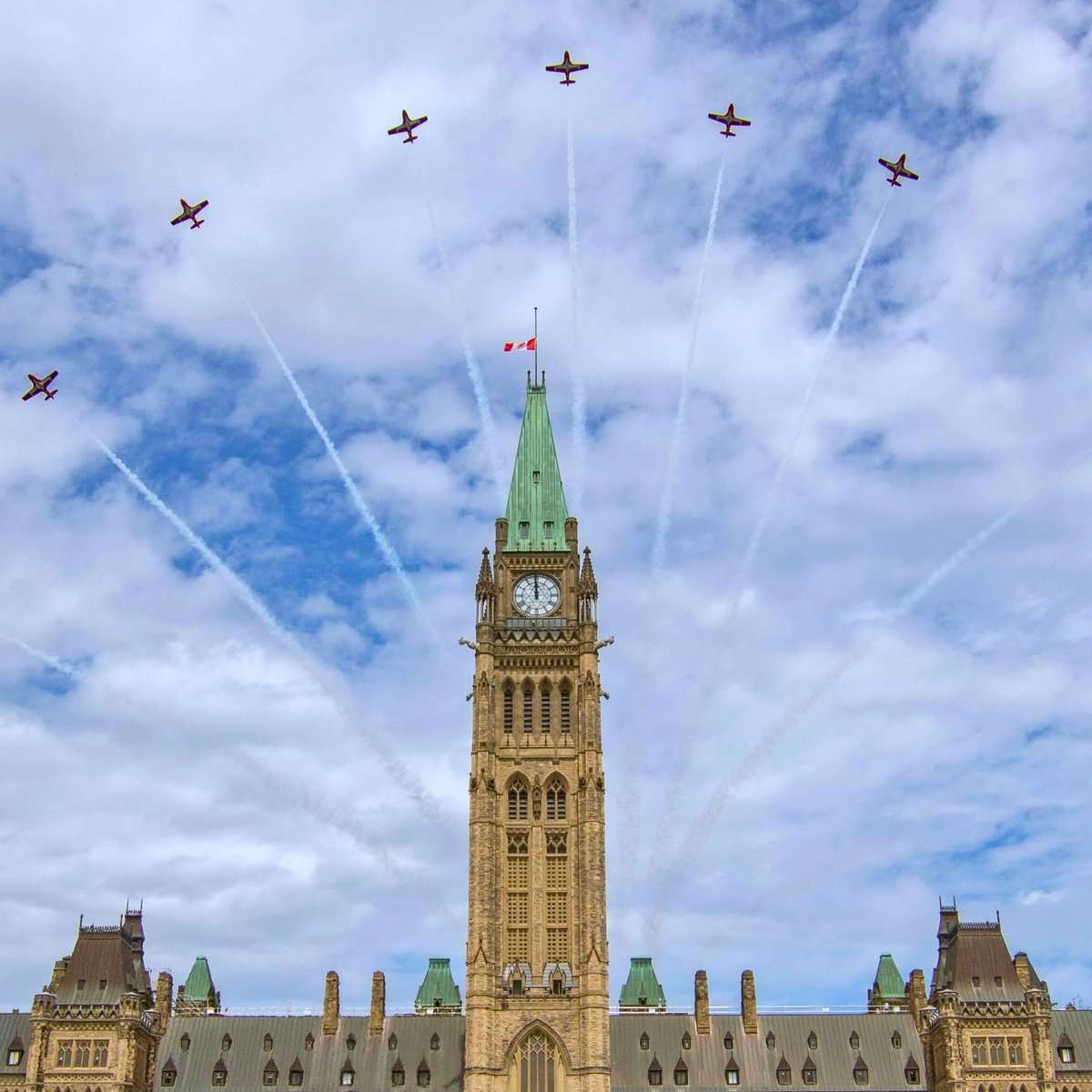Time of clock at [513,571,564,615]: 11:59
